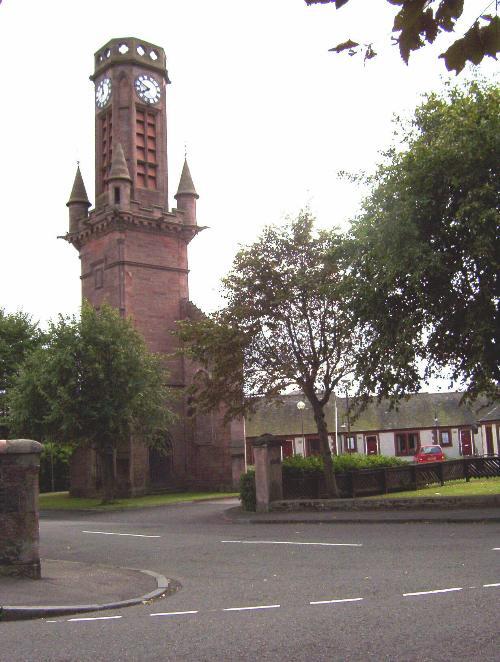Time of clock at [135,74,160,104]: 7:49
